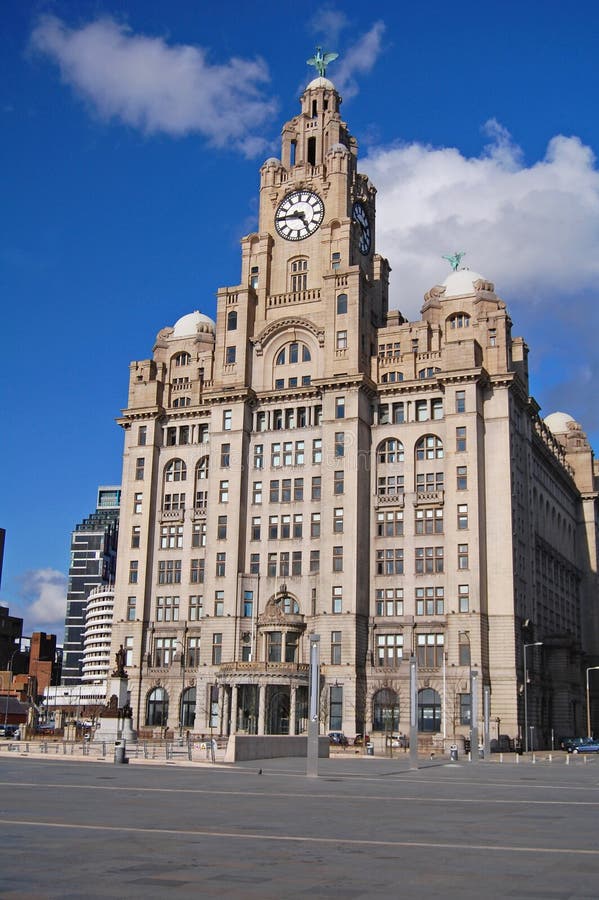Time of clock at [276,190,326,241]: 4:45
